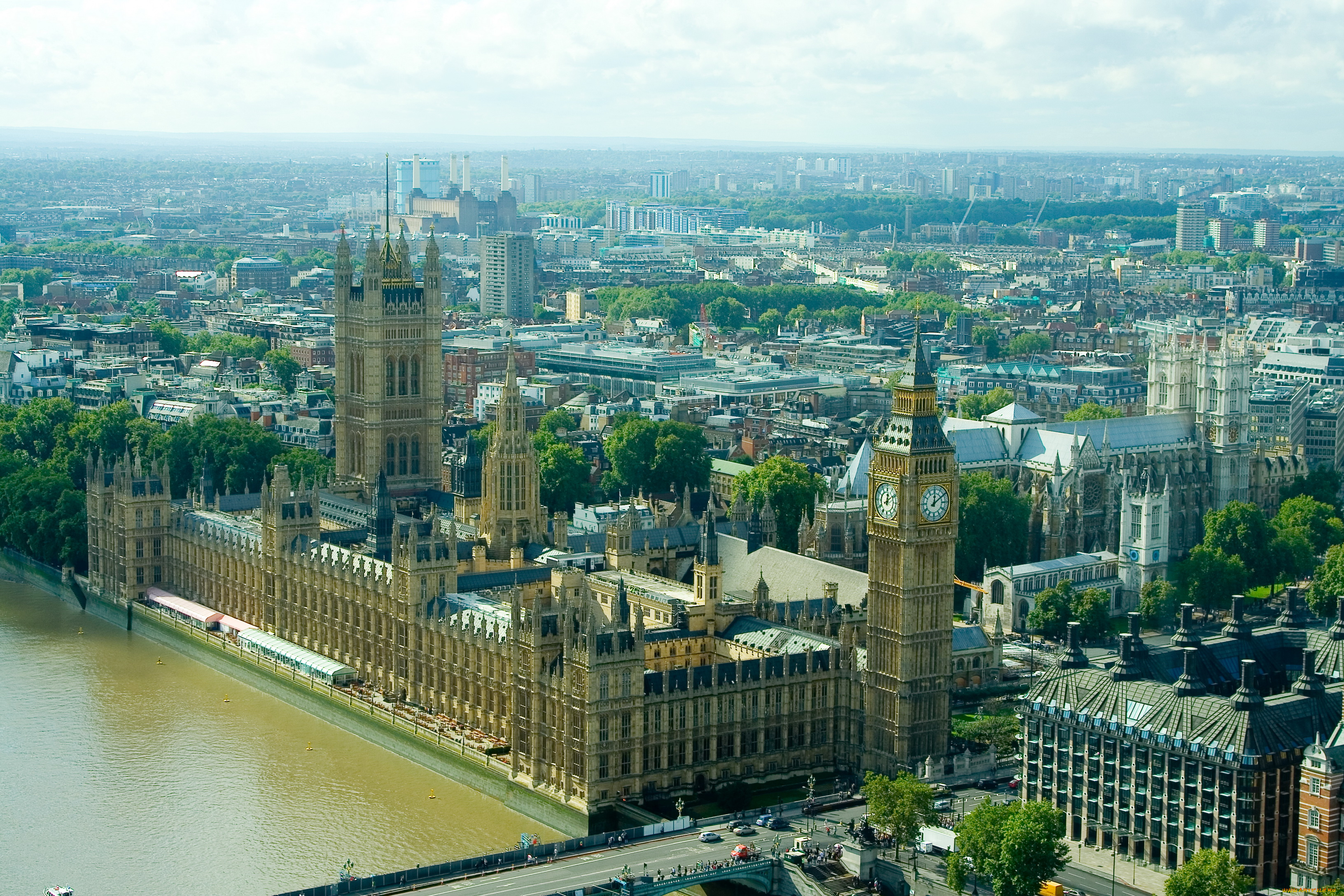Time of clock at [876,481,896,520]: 12:09
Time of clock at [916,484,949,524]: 12:09
